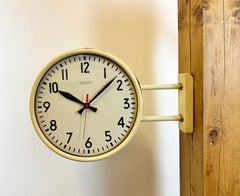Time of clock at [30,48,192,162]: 10:07
